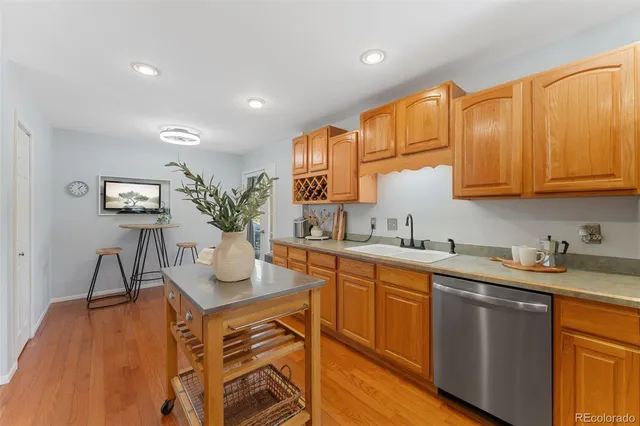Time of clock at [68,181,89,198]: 1:25
